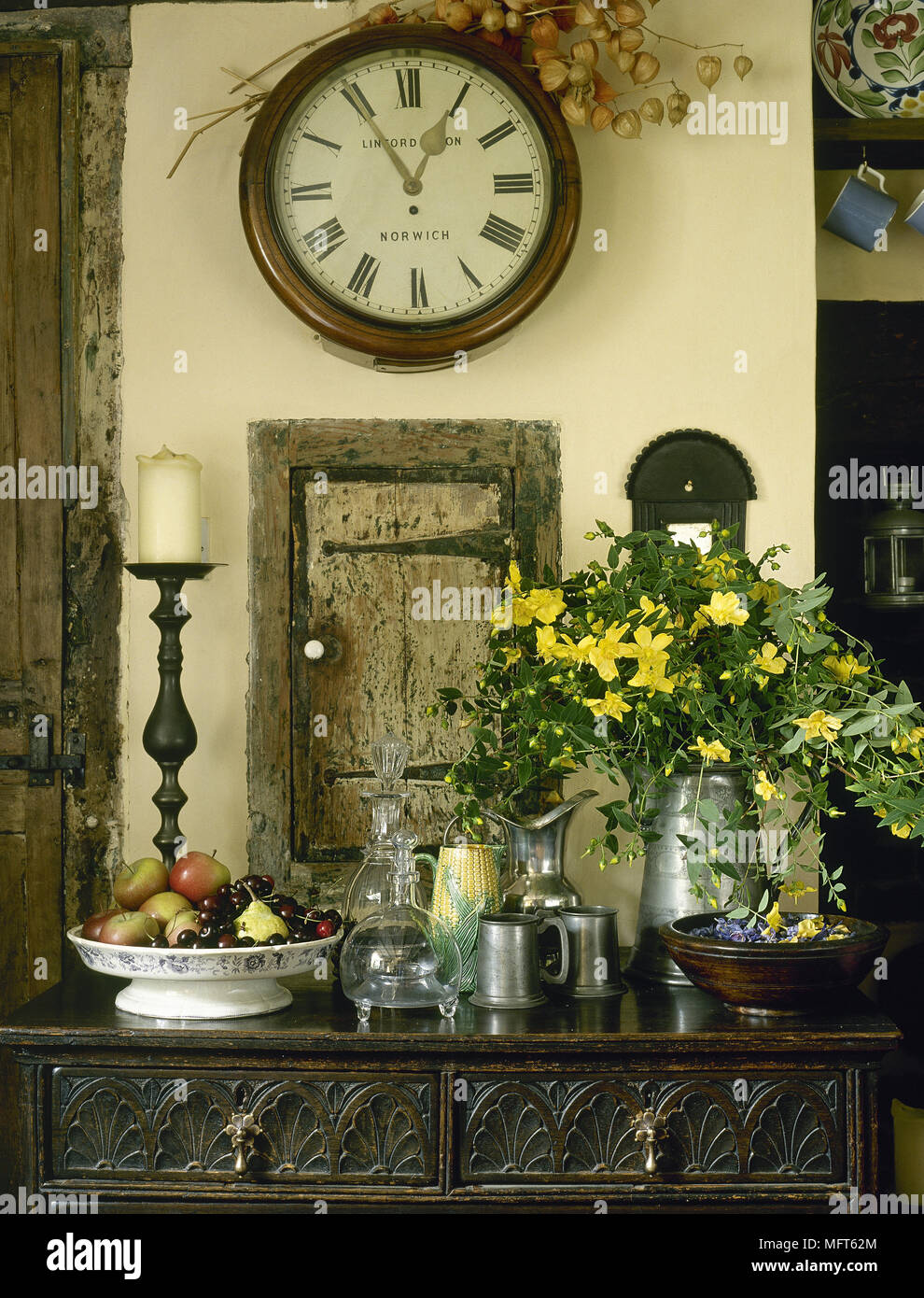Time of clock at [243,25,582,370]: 12:54
